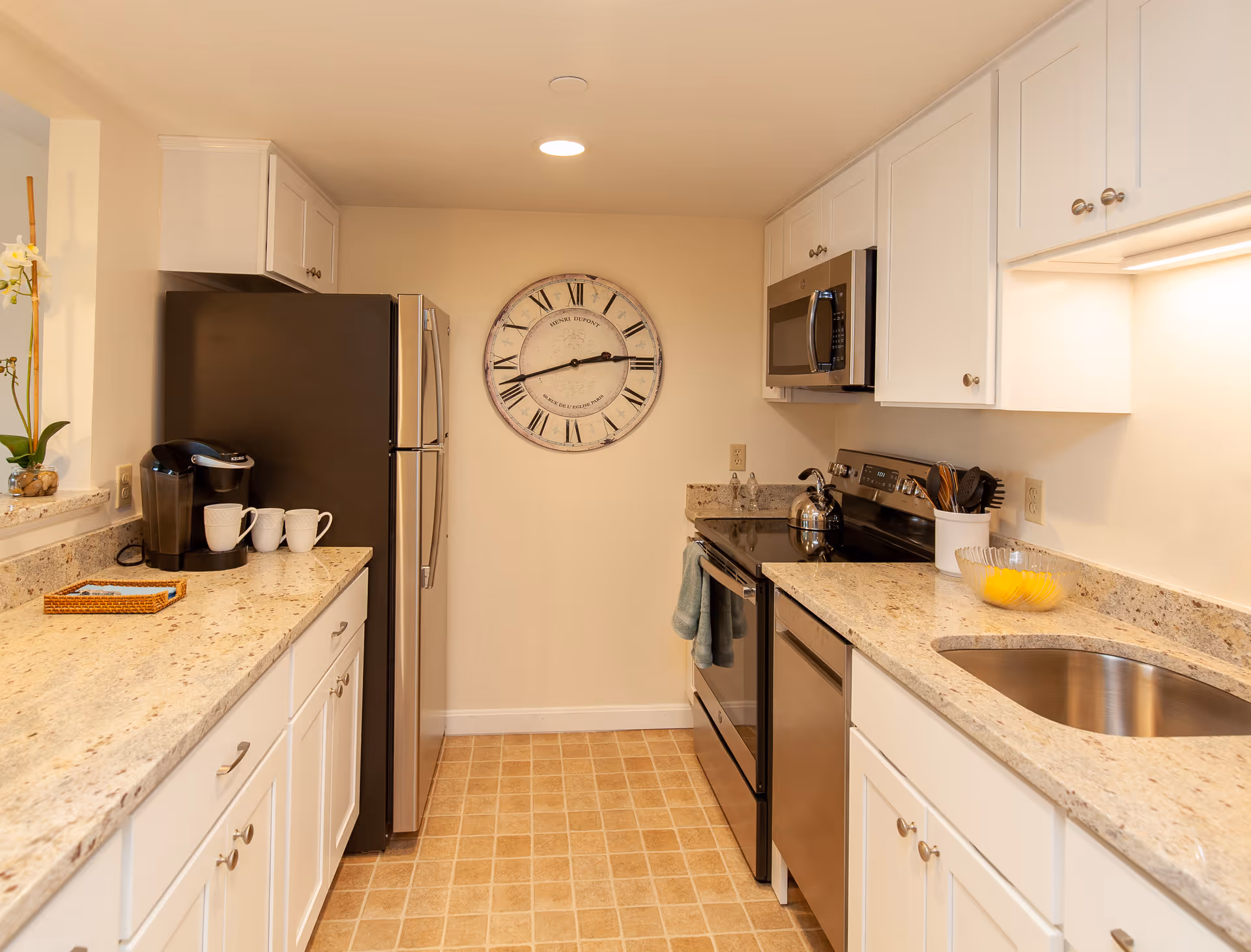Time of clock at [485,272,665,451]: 2:42
